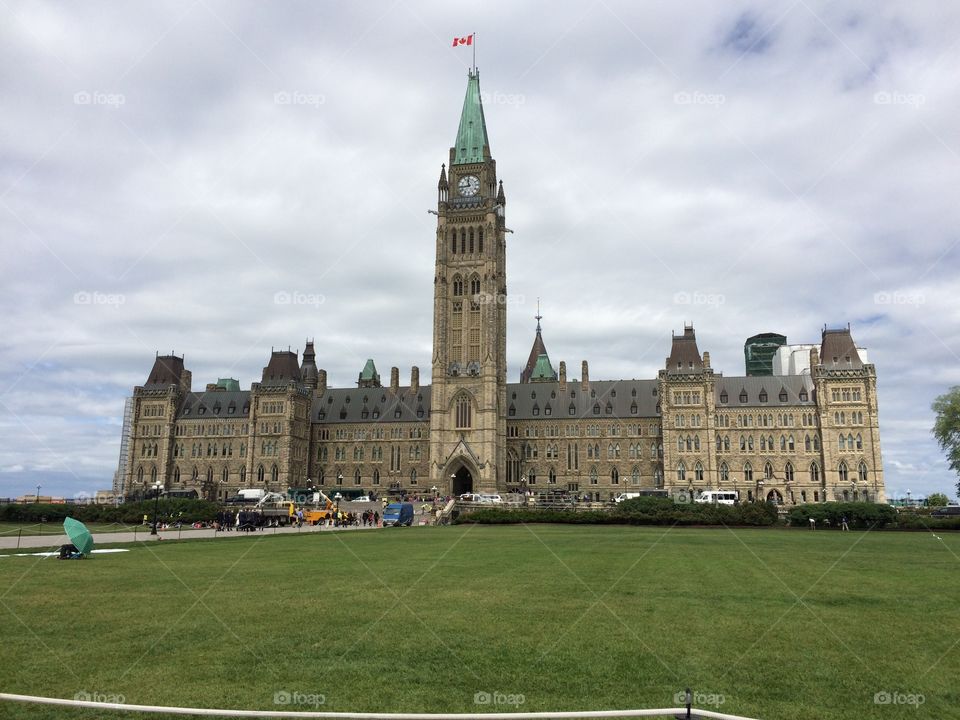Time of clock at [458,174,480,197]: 11:43
